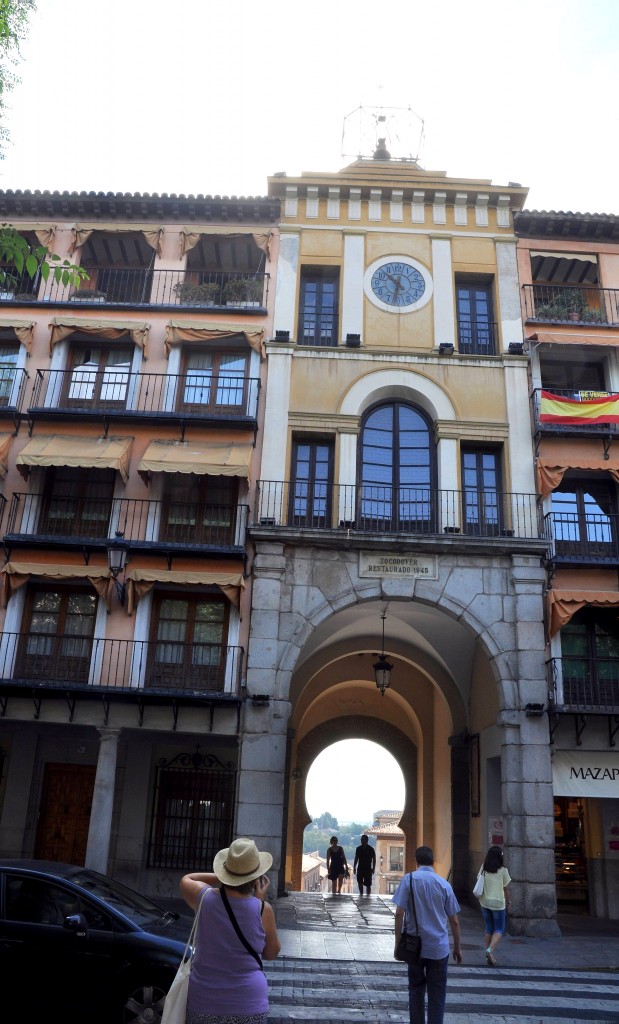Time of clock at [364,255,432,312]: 10:32
